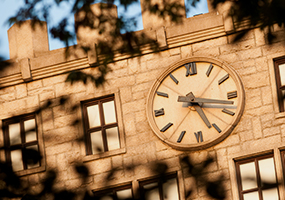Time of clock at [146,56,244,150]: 5:17
